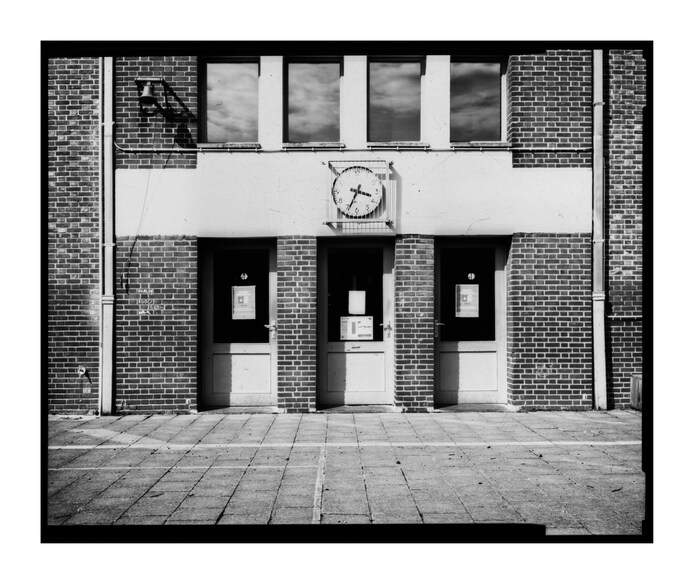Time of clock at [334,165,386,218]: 3:34
